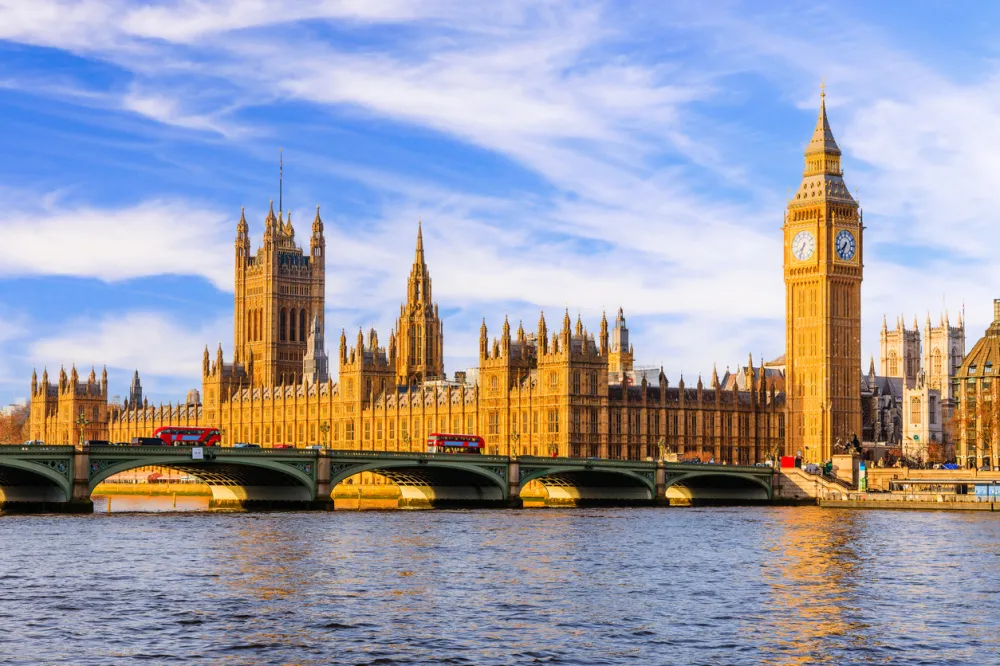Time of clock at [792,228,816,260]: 7:33
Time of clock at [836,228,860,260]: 7:34
